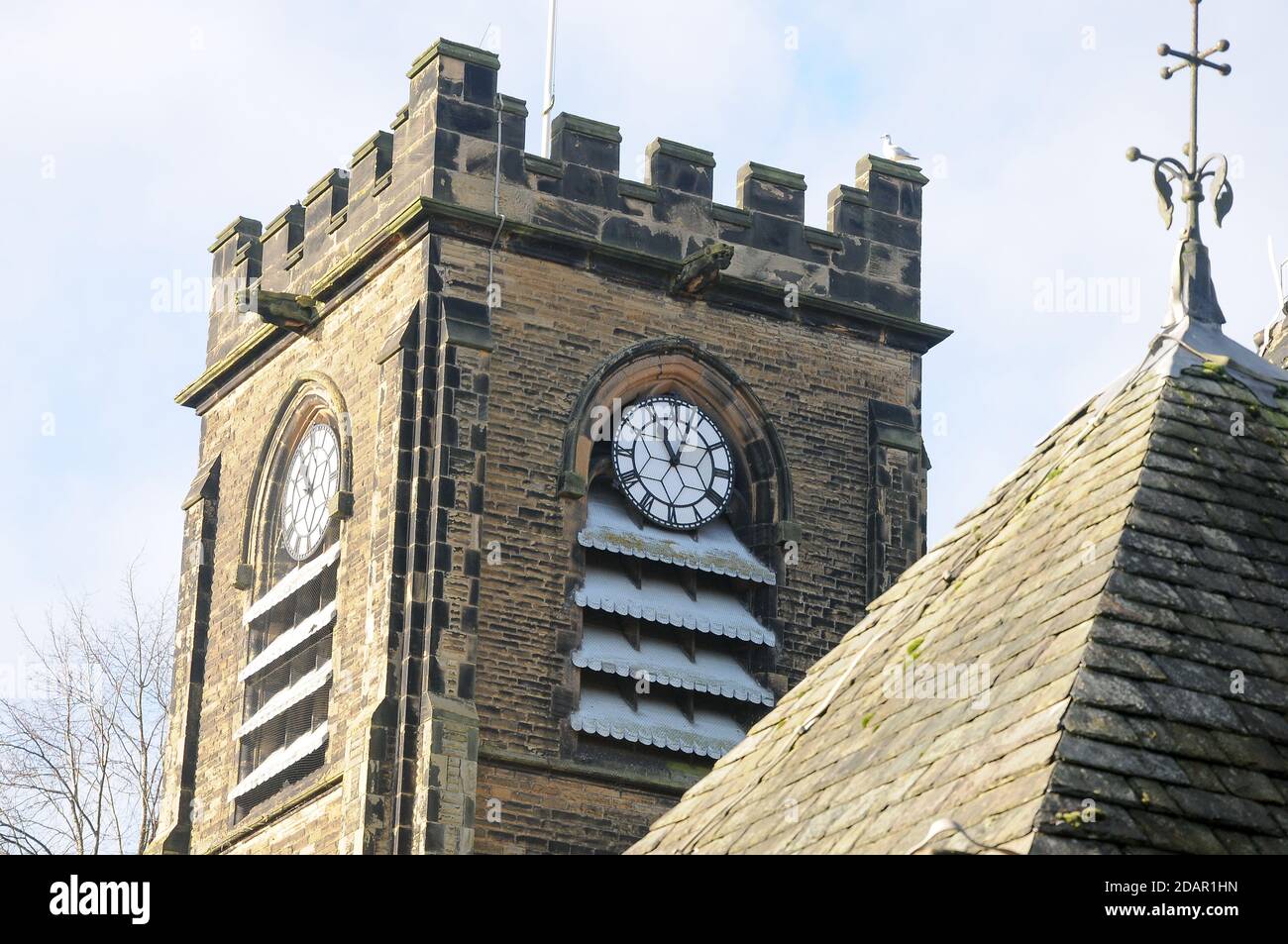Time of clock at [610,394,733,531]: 11:03
